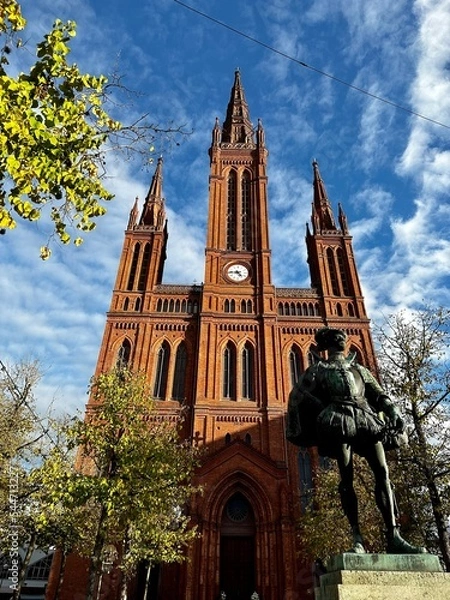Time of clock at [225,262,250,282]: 4:45
